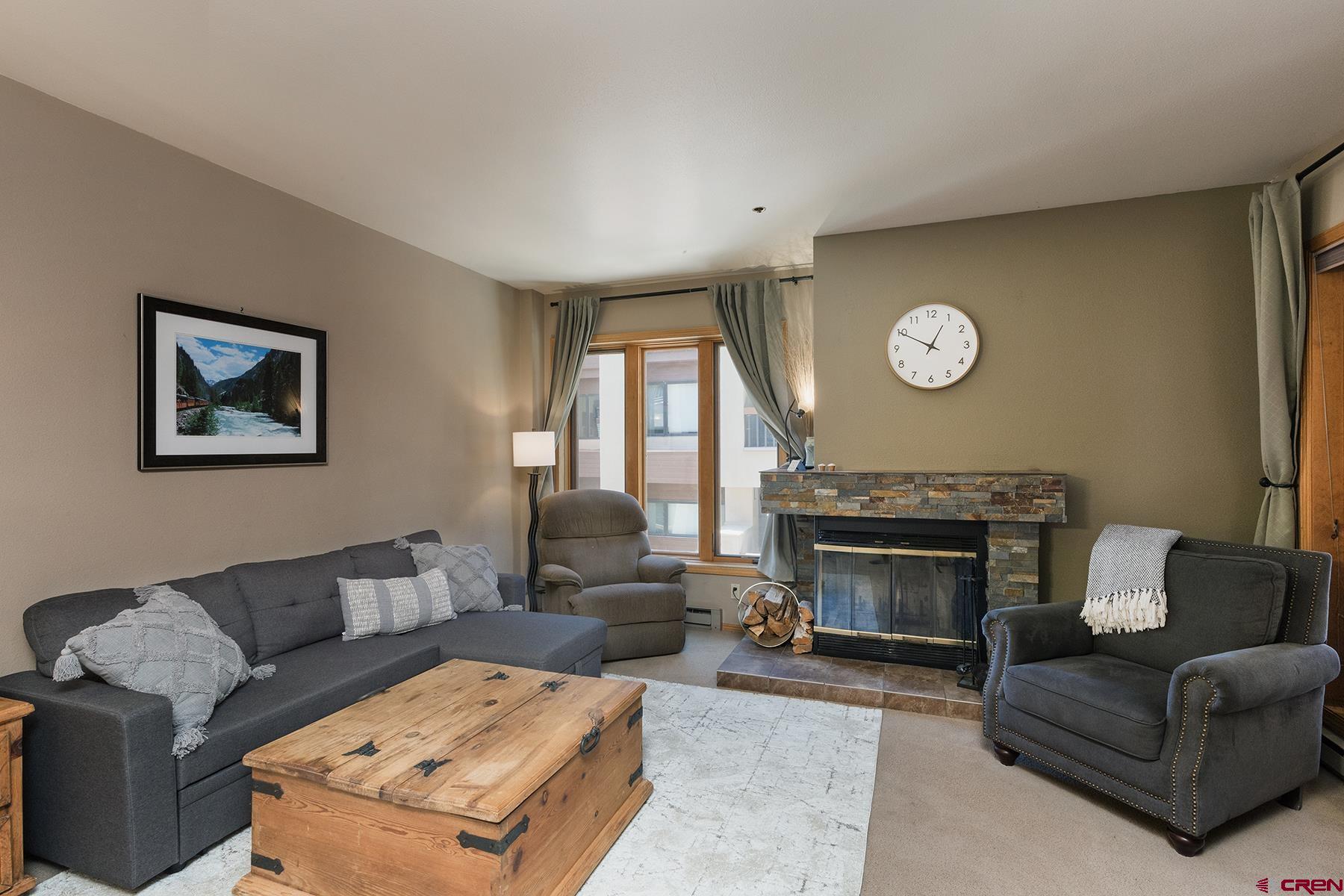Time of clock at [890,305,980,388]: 12:49
